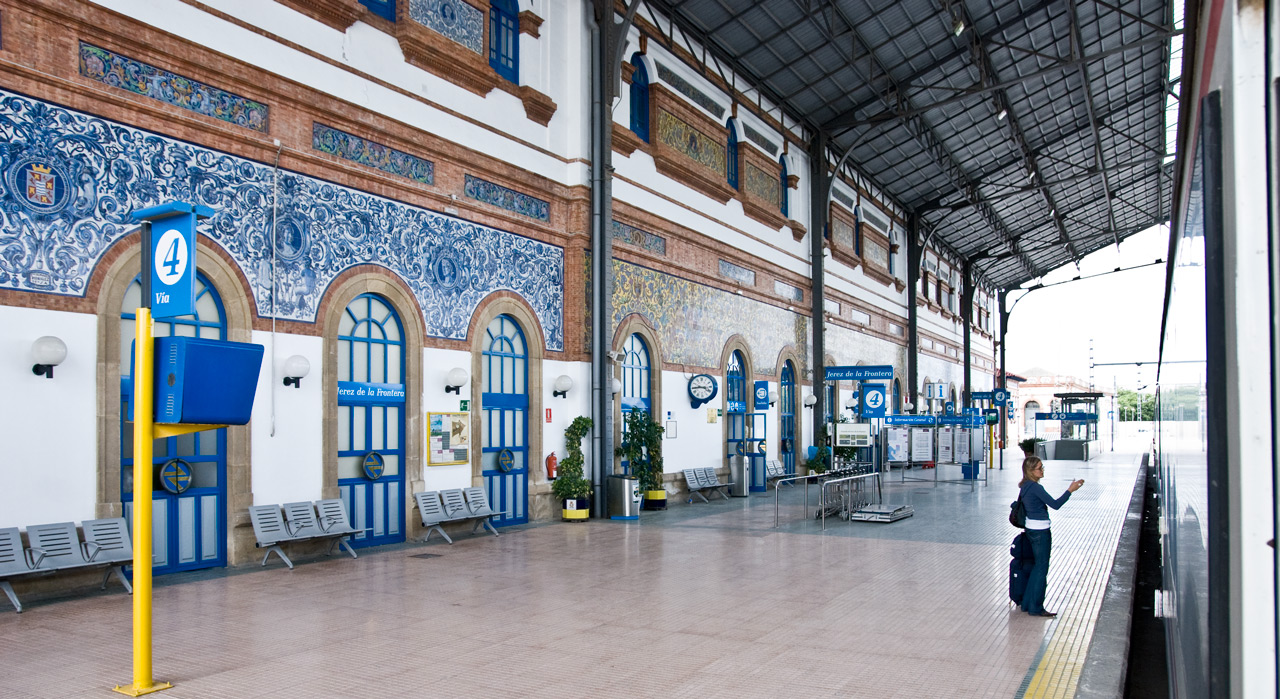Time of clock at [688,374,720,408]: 3:44
